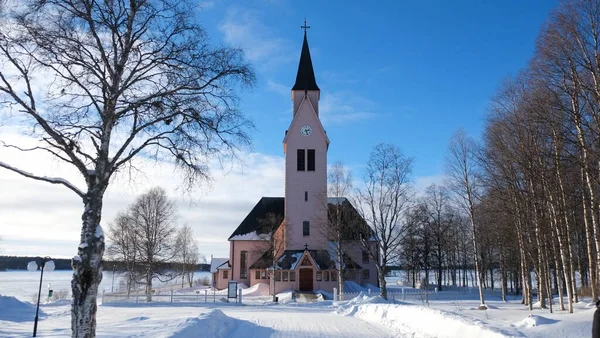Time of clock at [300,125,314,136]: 2:26
